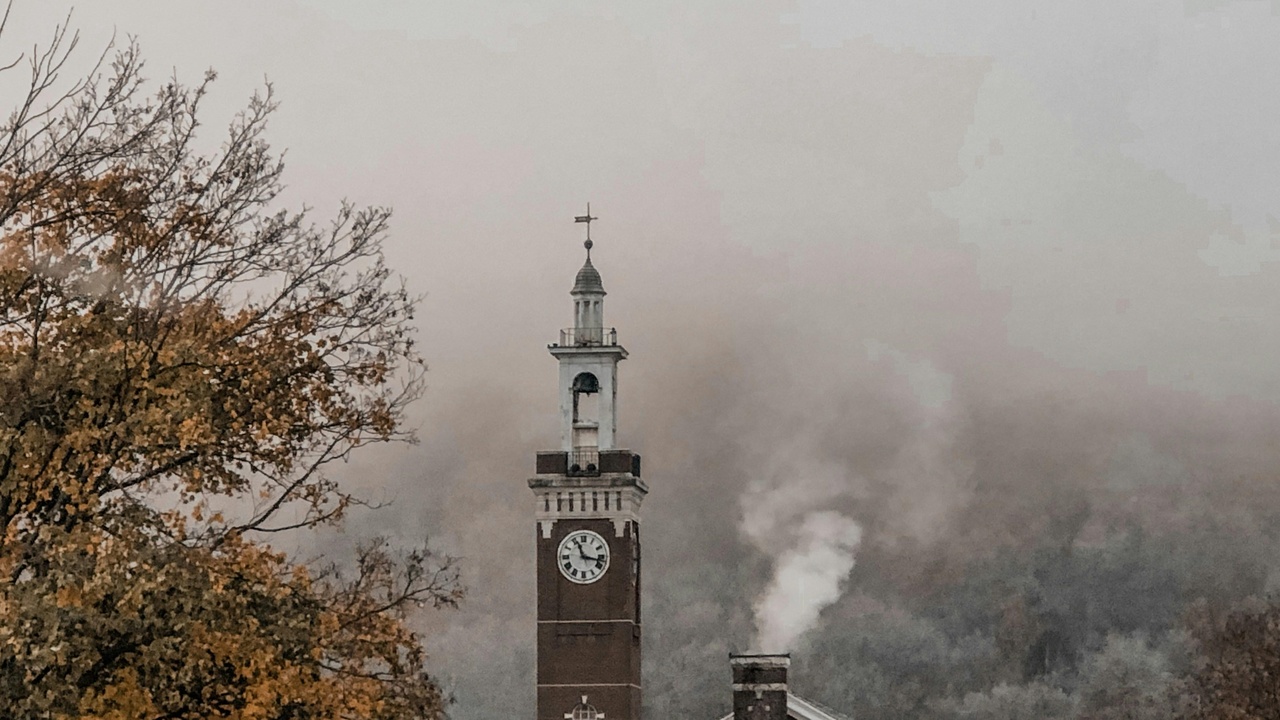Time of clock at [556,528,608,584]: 11:17
